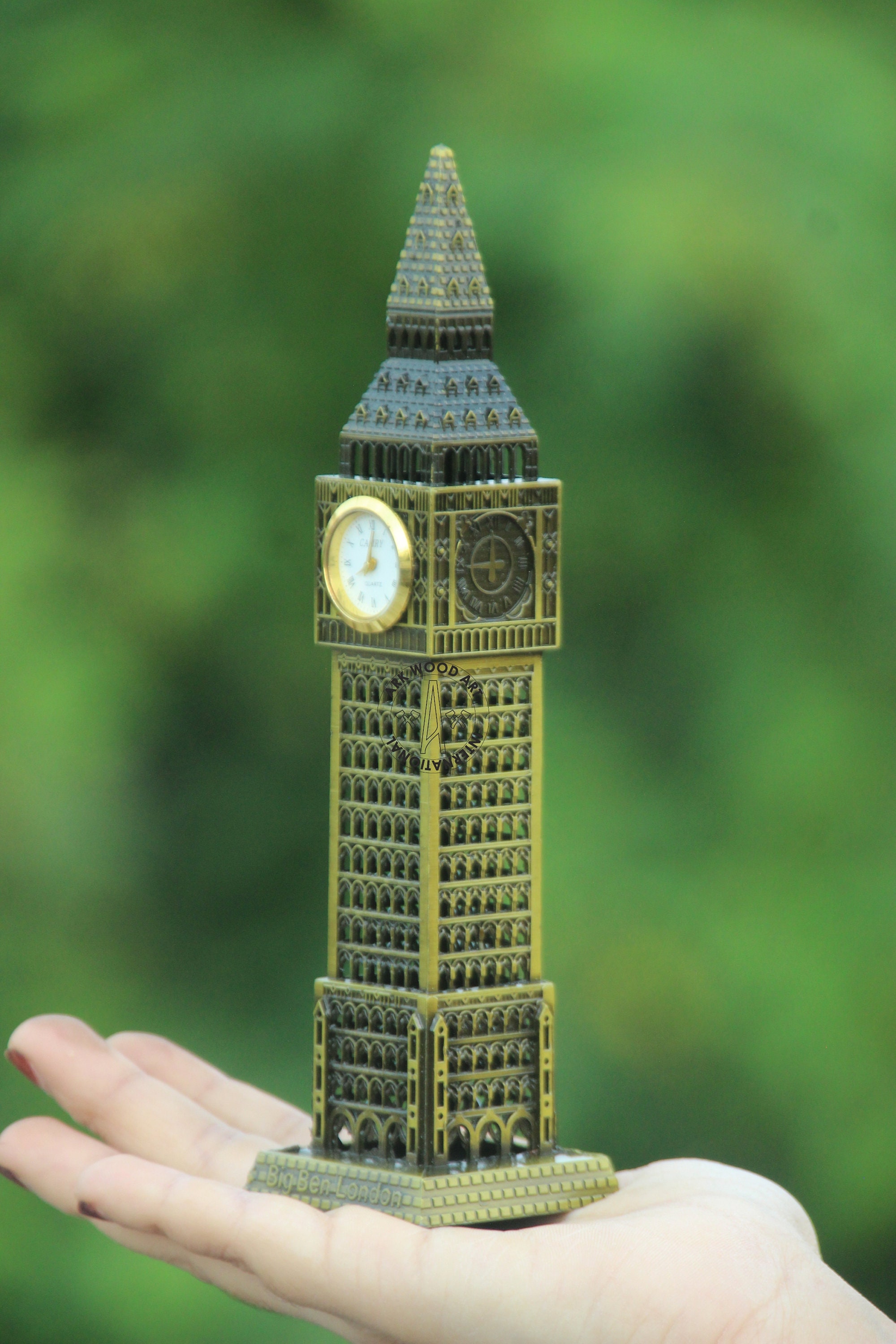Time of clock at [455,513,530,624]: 11:44
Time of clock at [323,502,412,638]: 8:01
